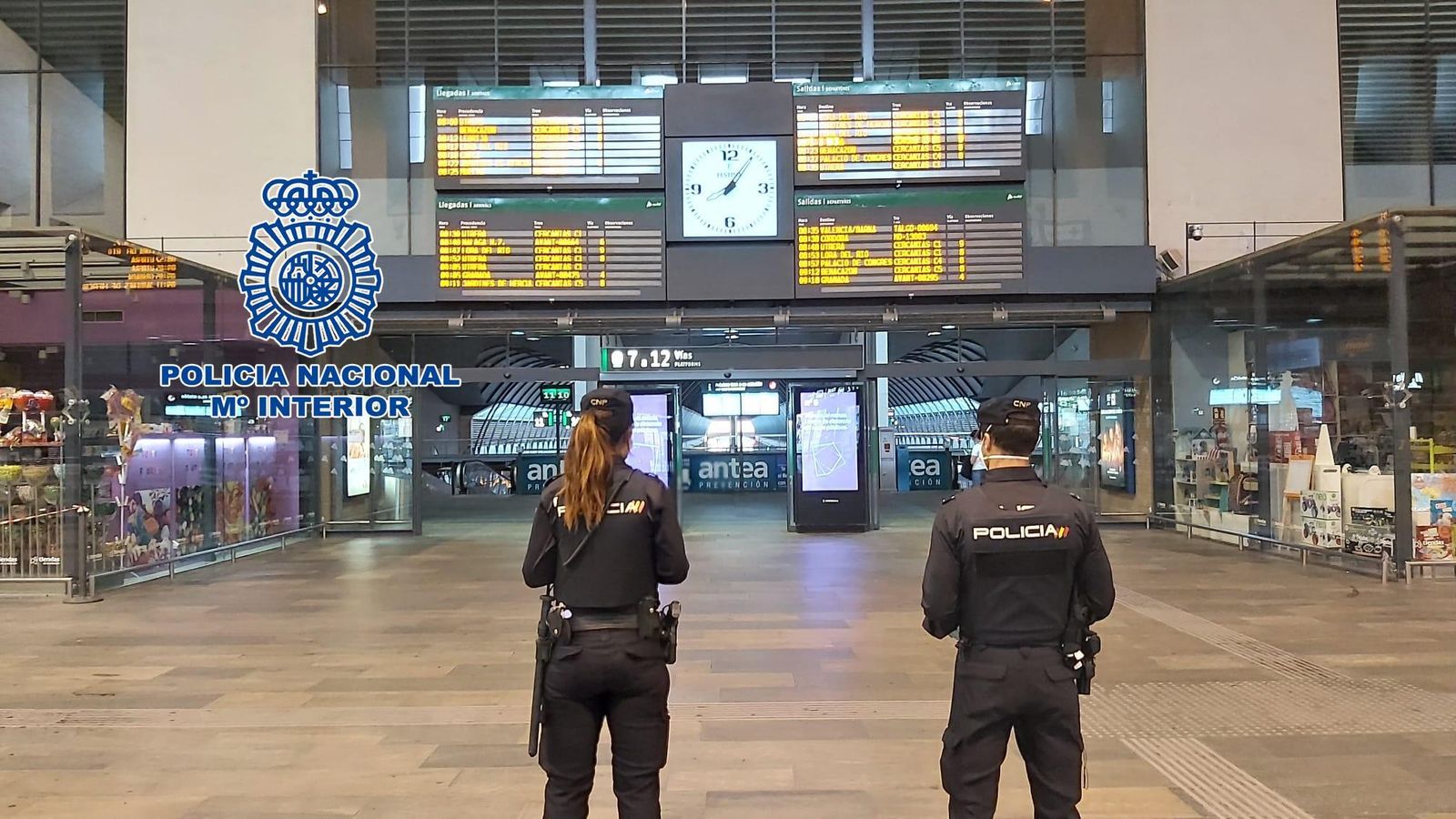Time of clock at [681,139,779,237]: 8:06
